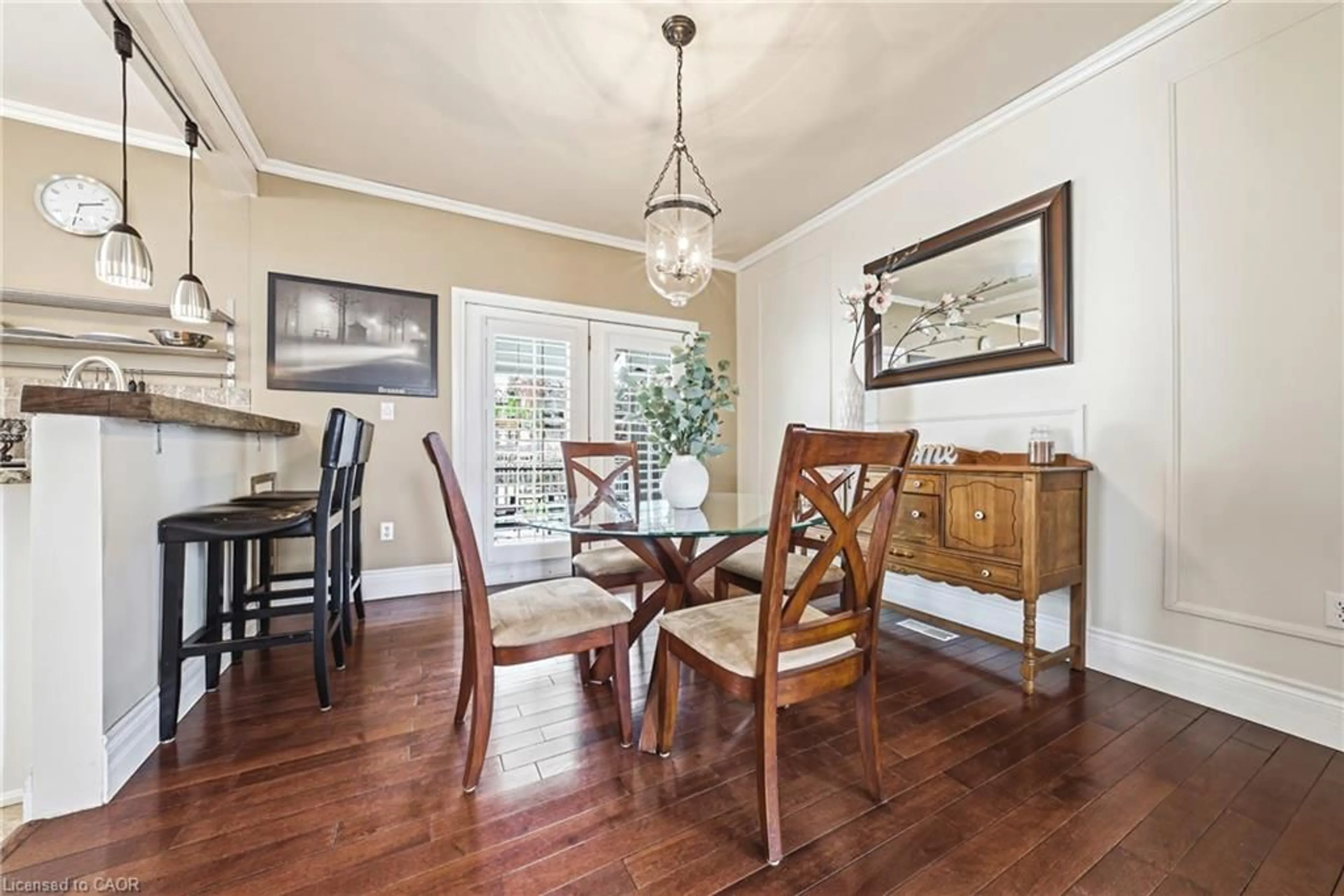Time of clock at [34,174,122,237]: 2:32
